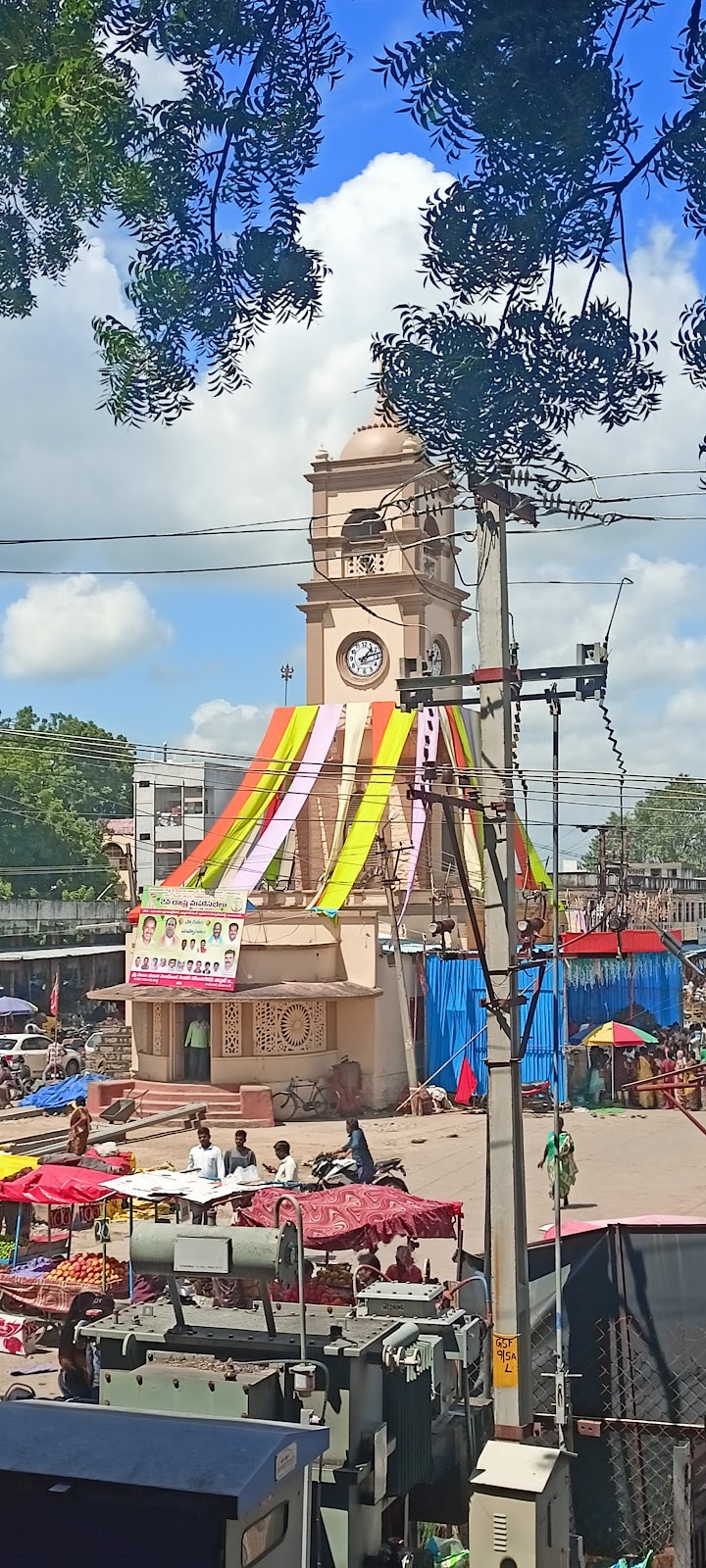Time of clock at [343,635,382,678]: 1:12
